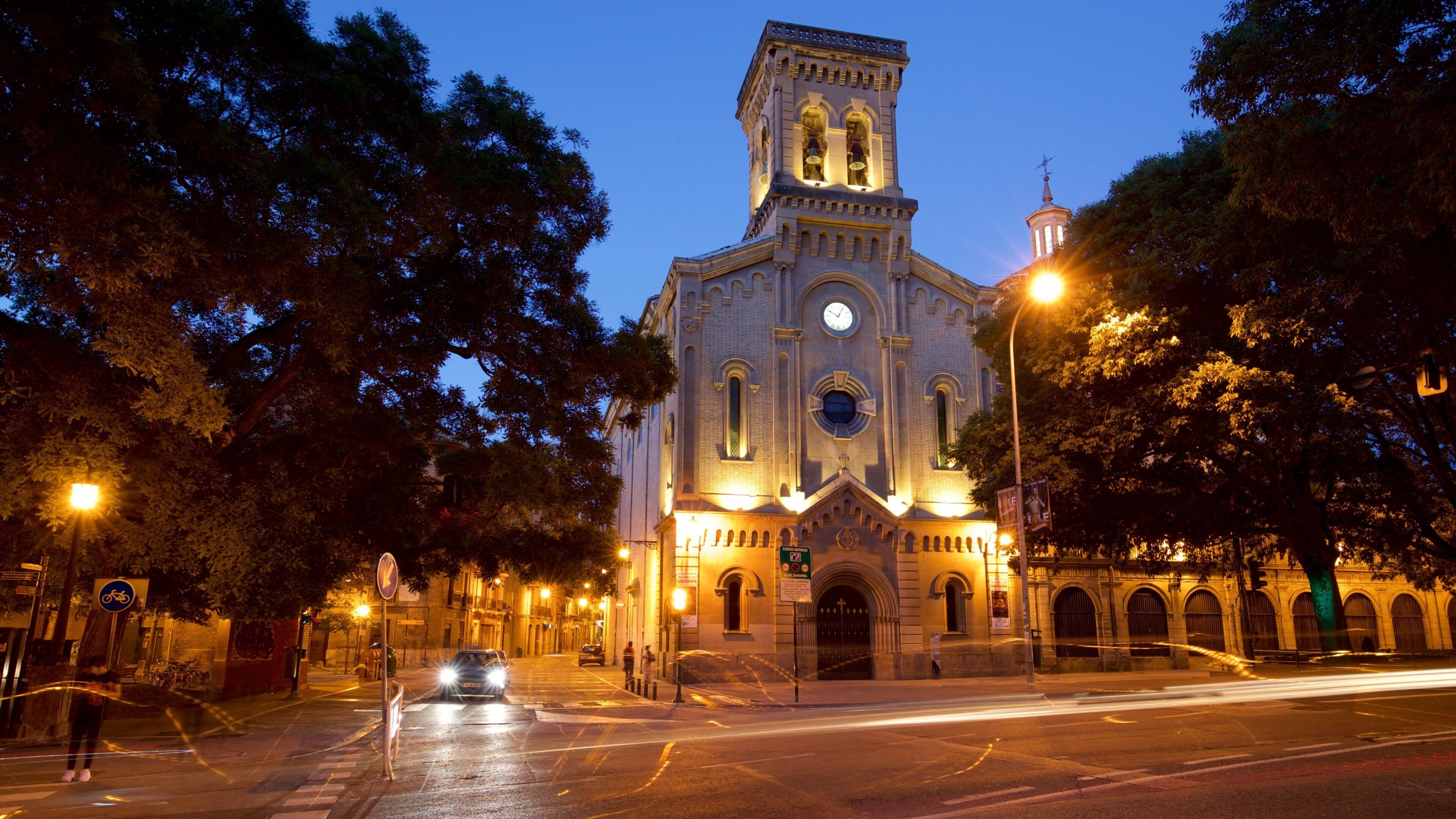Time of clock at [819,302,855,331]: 12:50
